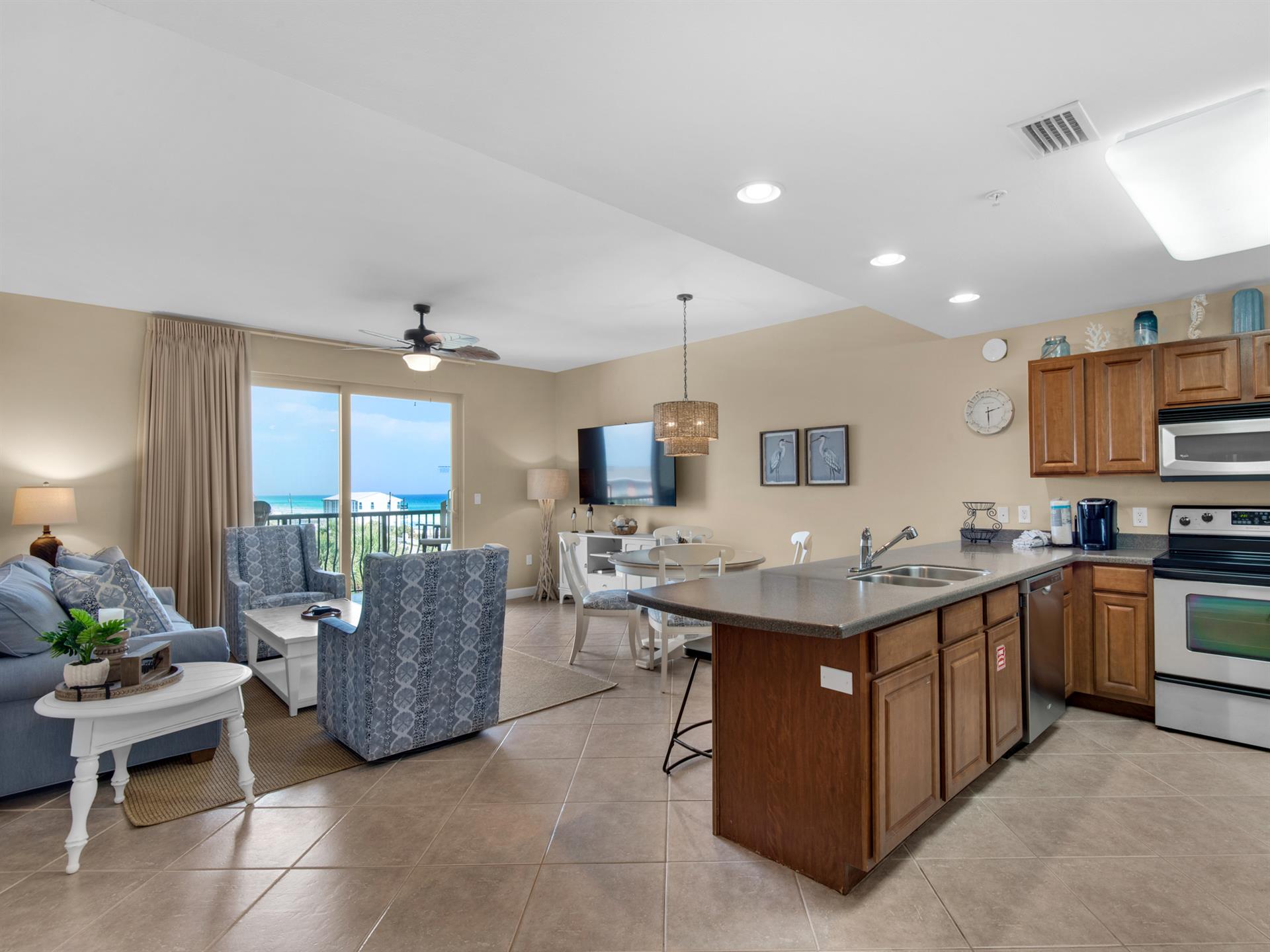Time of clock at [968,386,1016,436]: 2:29
